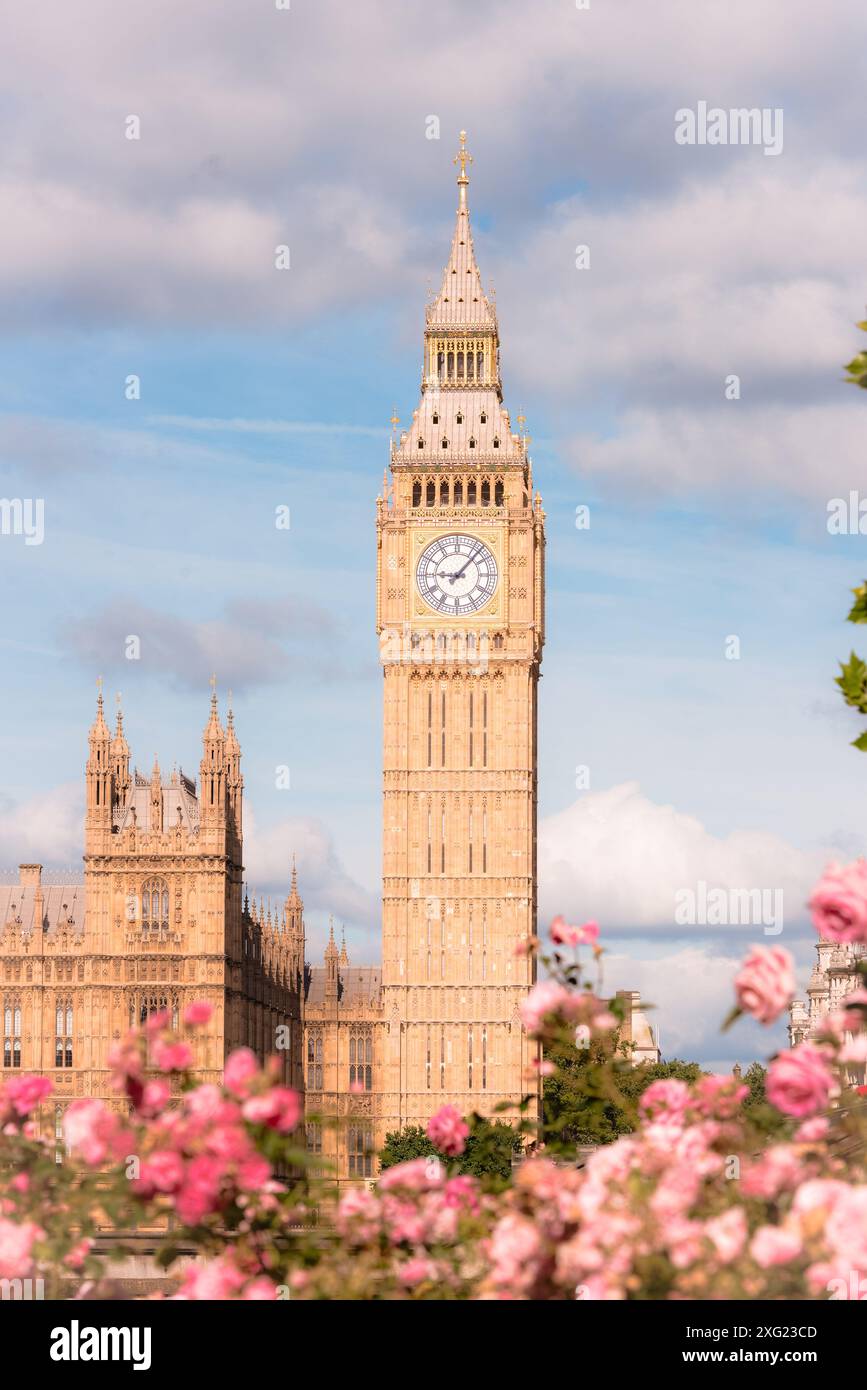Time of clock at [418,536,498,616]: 9:07
